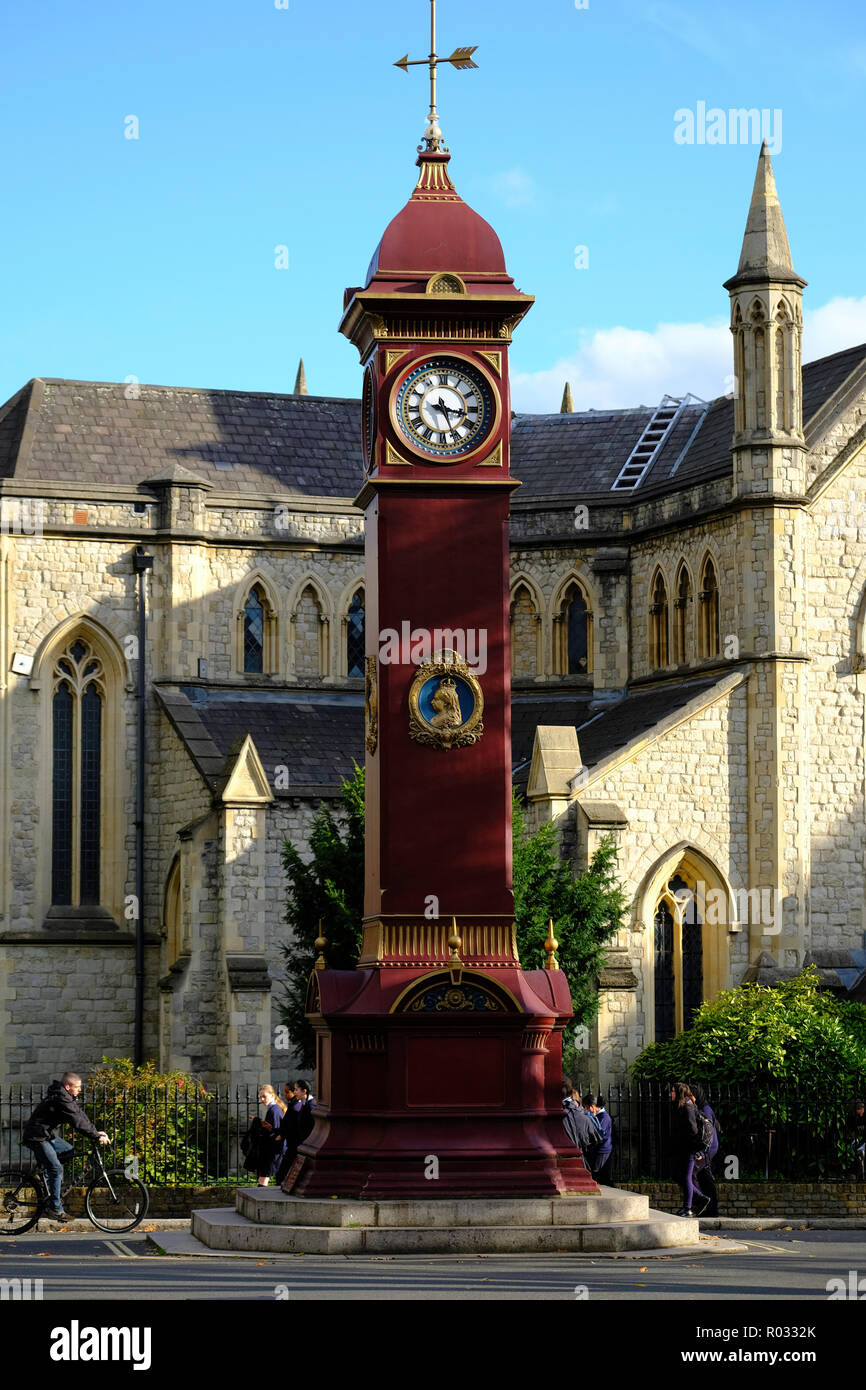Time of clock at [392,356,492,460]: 3:26
